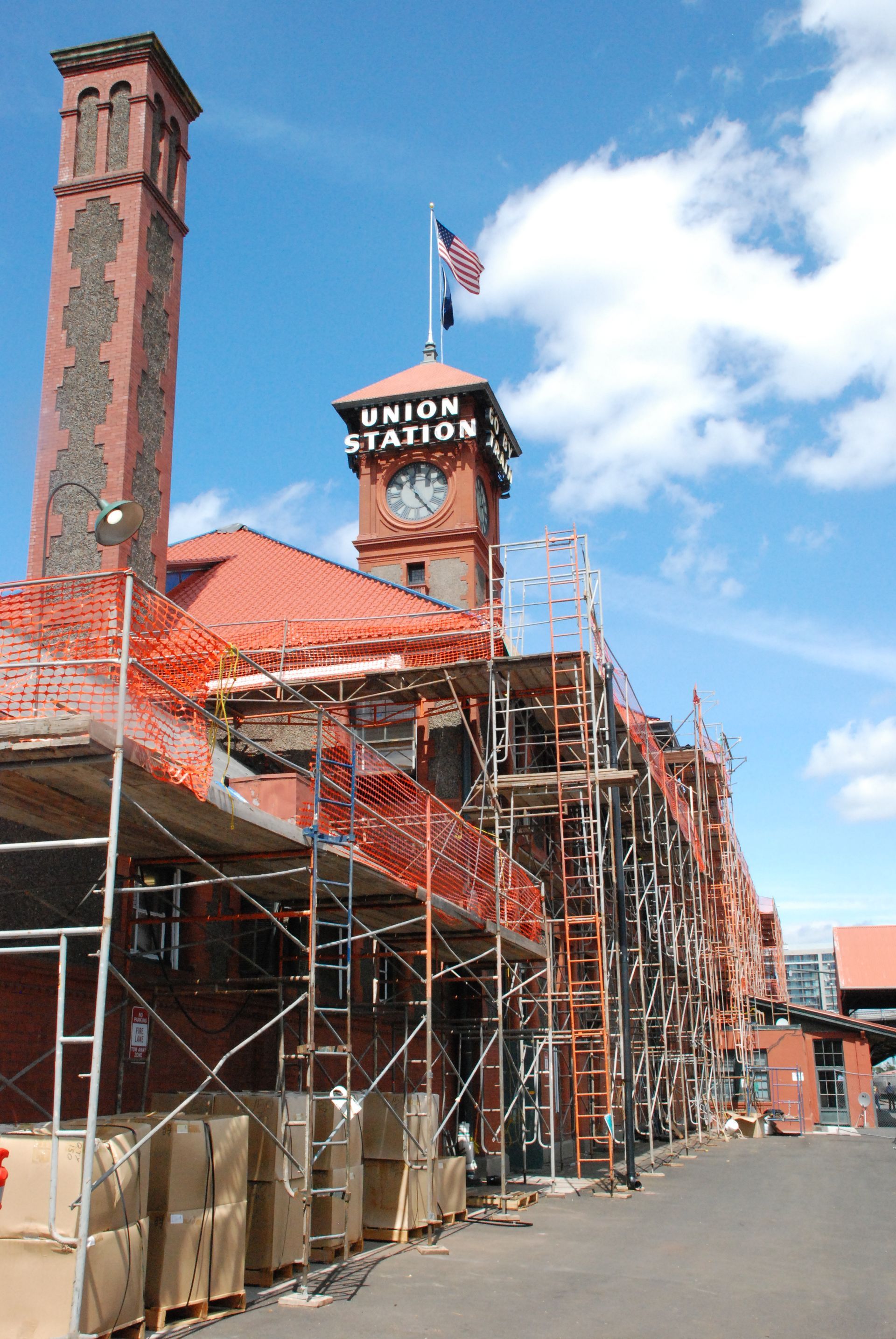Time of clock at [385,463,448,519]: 11:24
